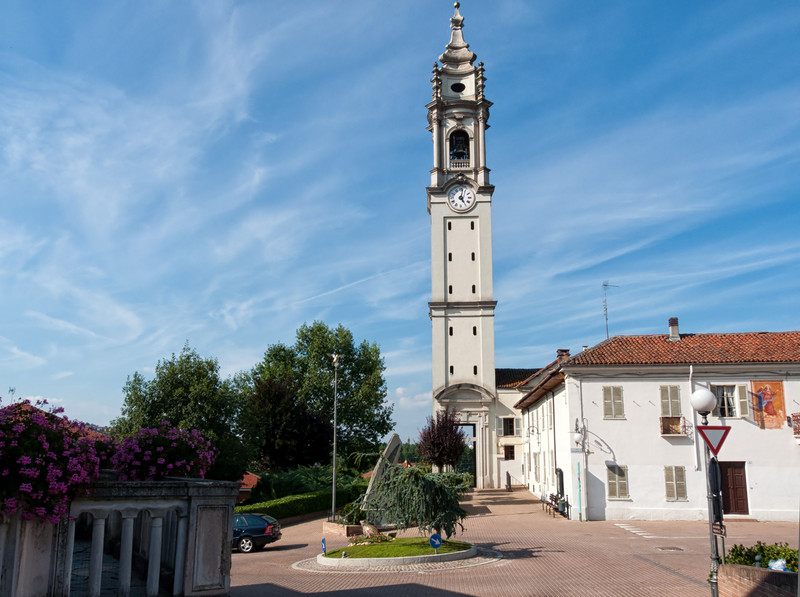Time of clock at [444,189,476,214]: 5:01
